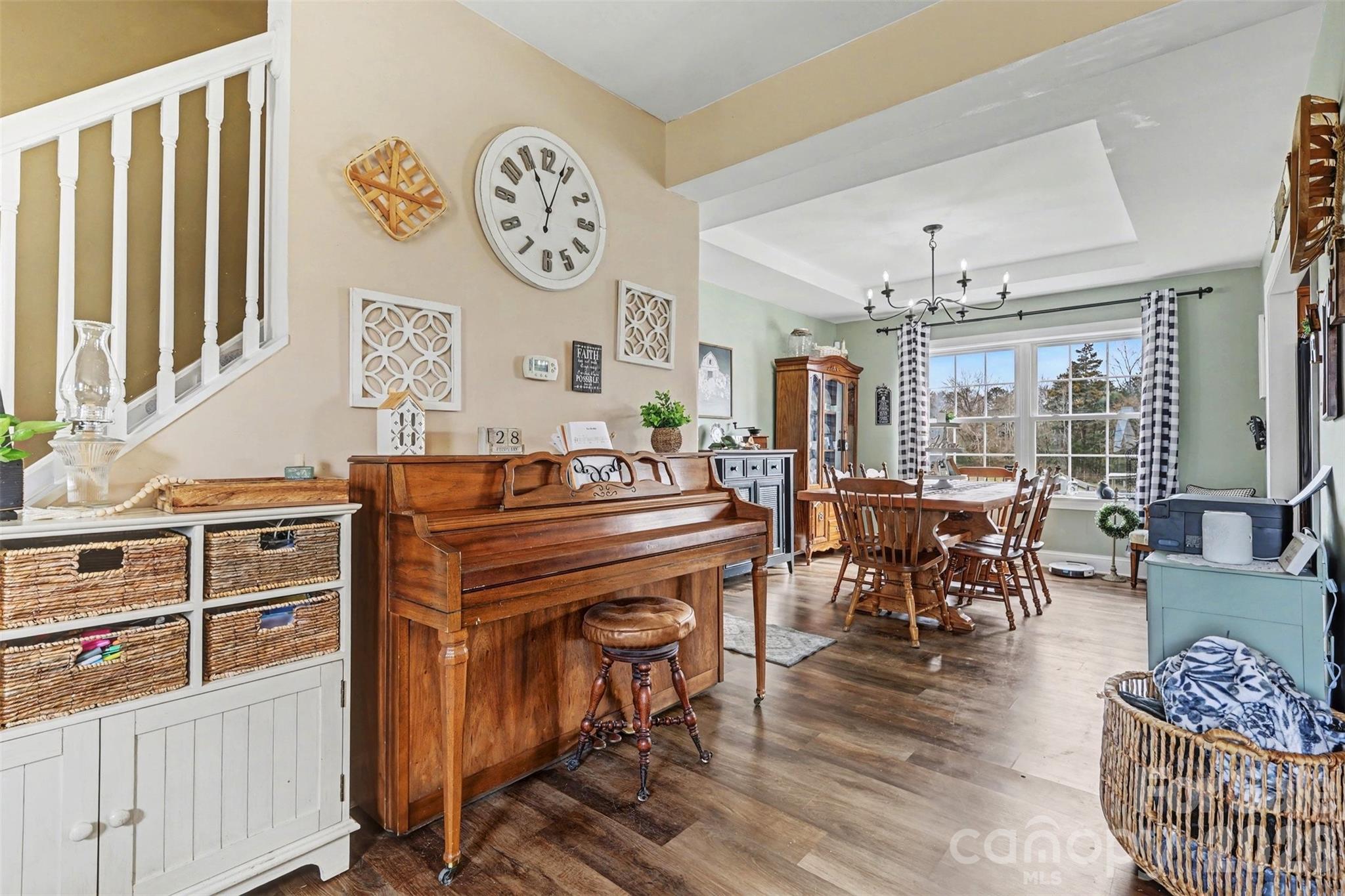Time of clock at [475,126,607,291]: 11:03
